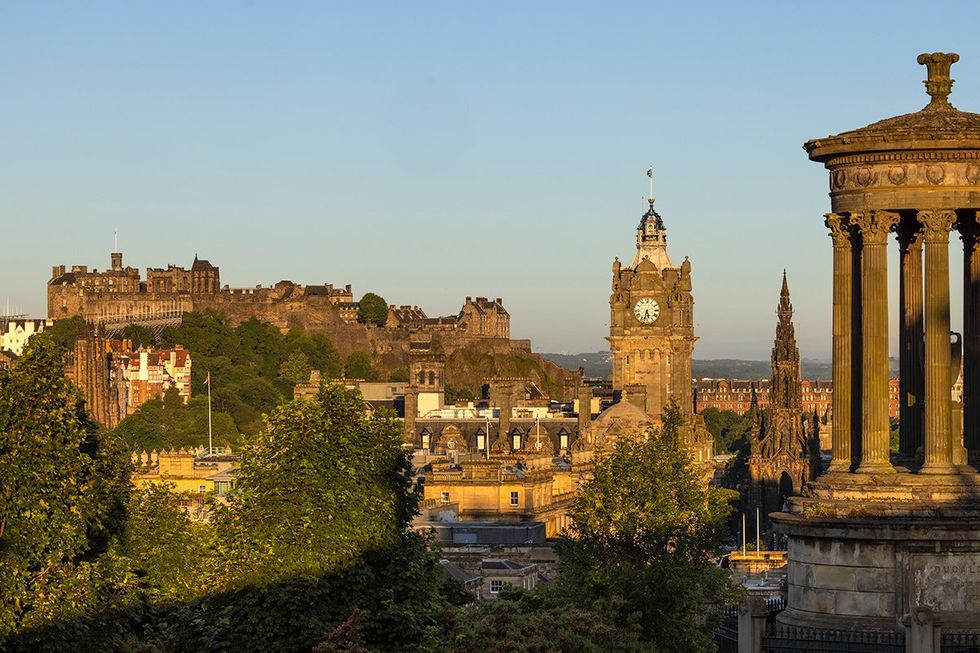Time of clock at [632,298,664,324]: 5:32
